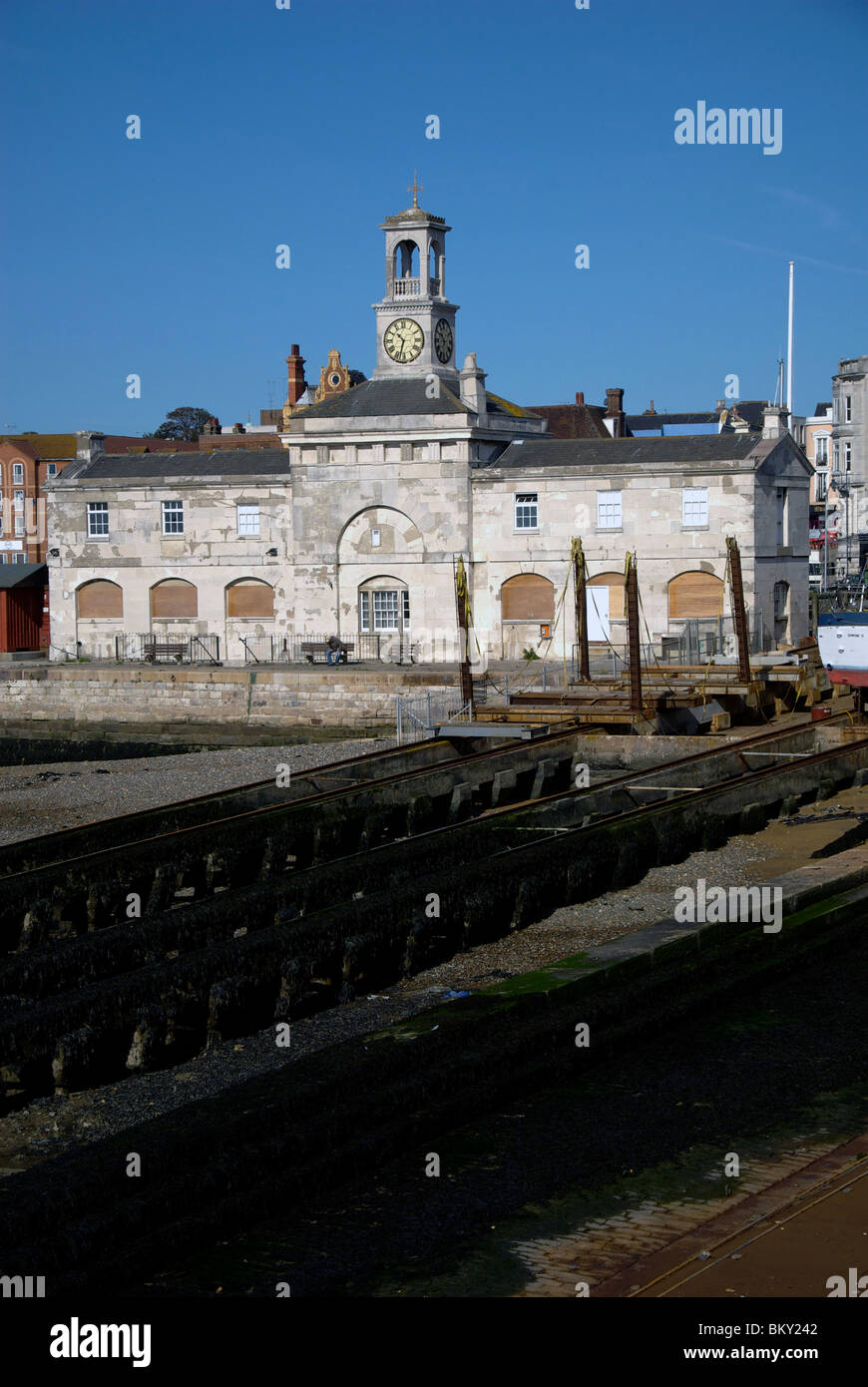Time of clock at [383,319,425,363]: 10:32
